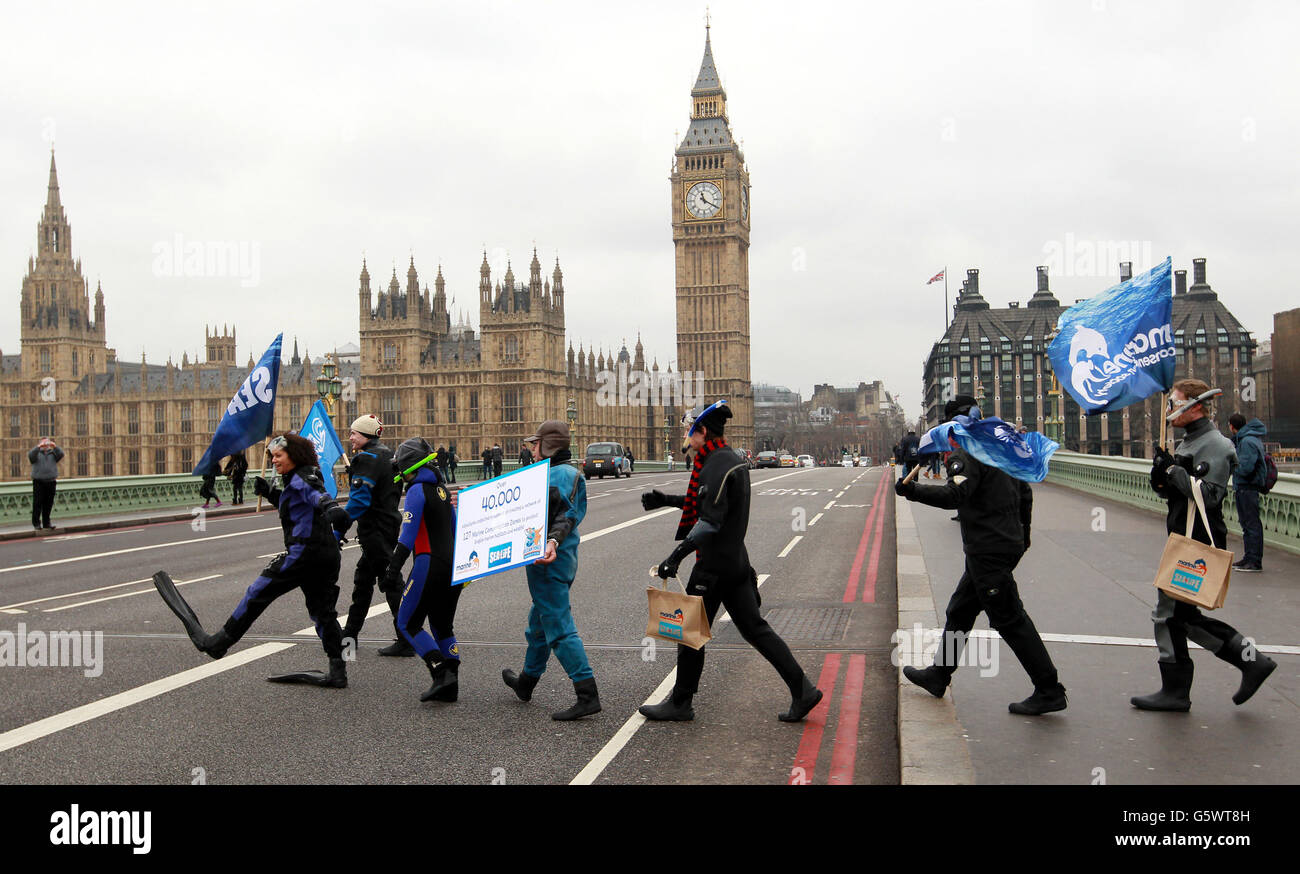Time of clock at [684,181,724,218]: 11:20
